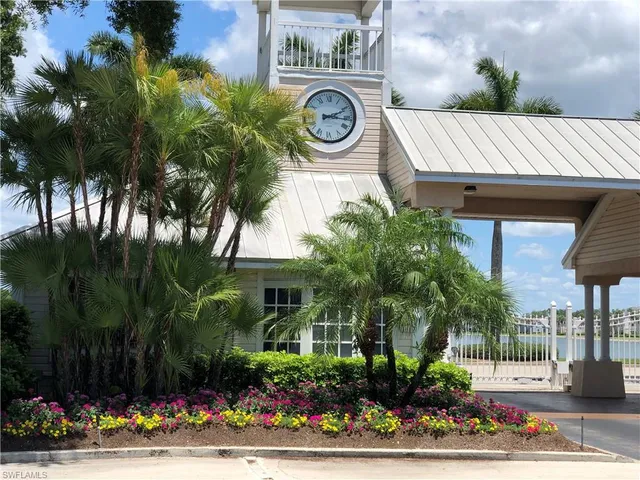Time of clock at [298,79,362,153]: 3:10
